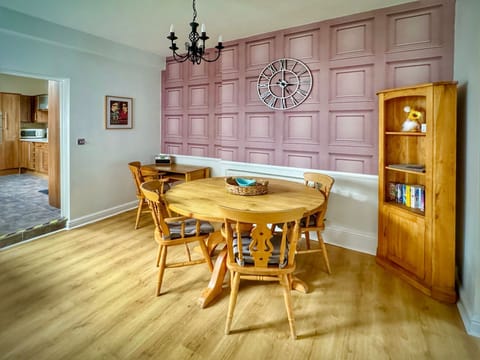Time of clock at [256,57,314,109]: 3:29
